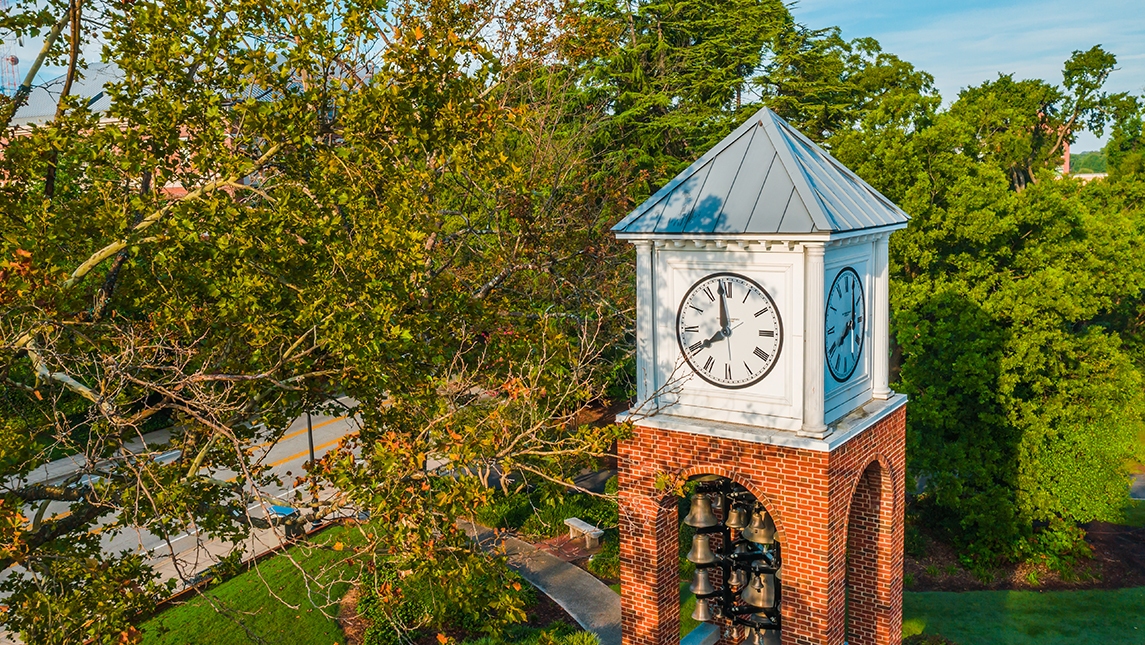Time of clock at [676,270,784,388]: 7:58
